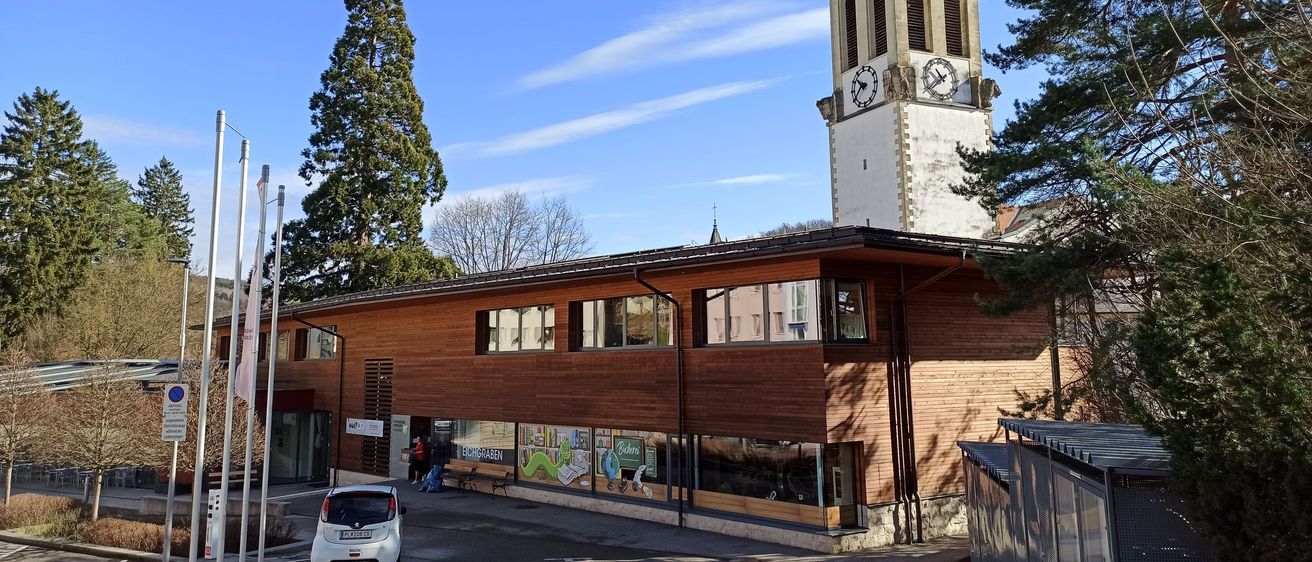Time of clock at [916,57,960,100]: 10:37
